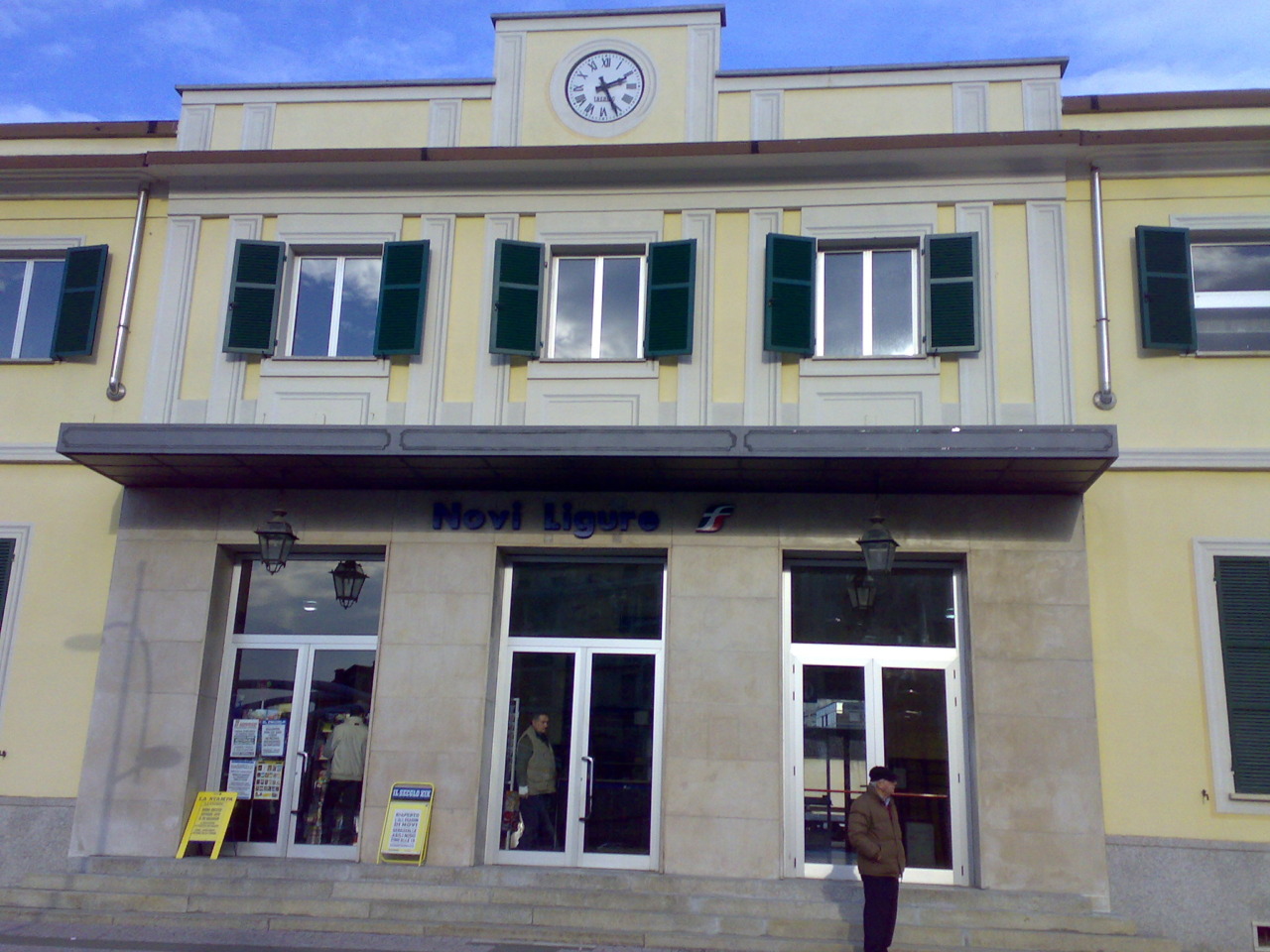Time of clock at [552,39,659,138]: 2:25
